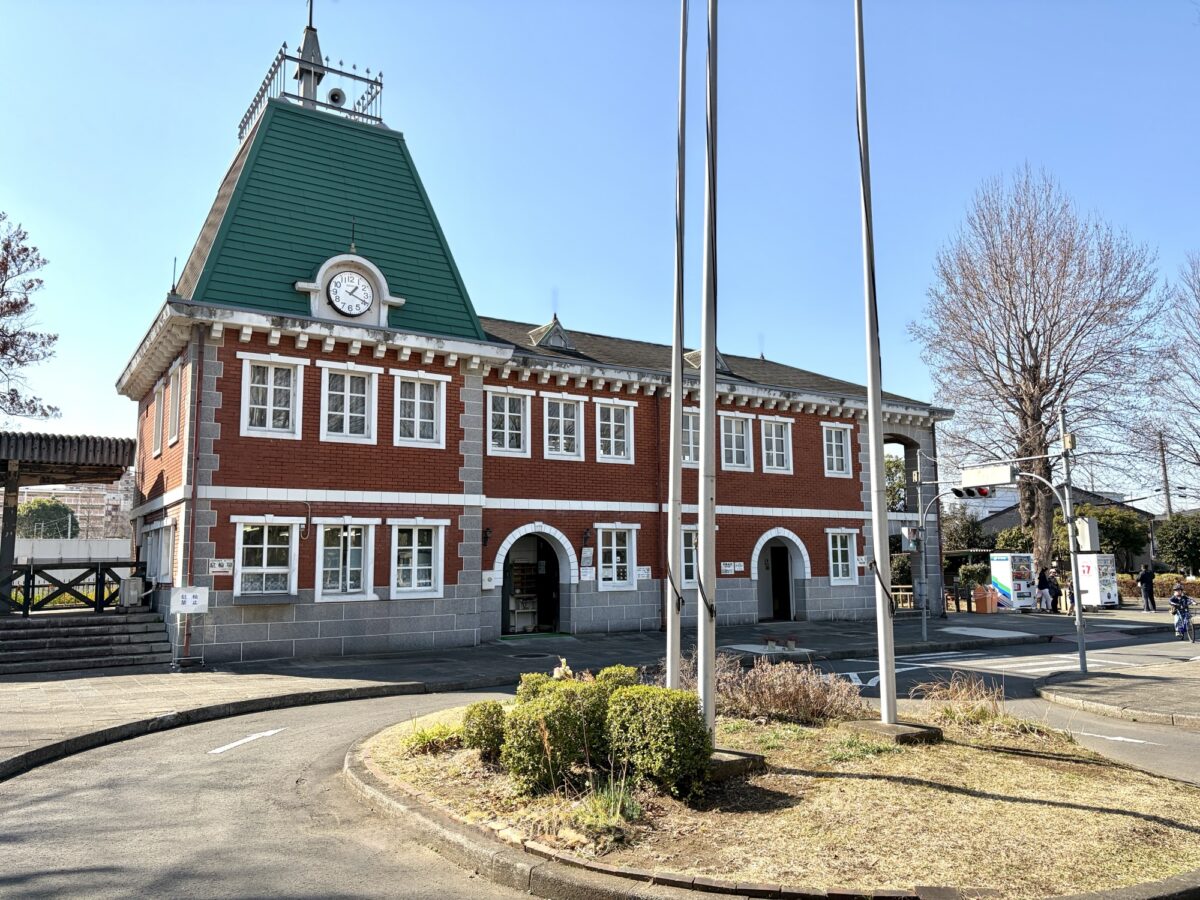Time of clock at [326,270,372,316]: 1:19
